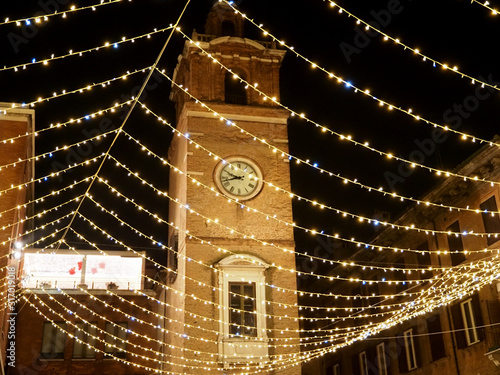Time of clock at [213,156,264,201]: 9:42
